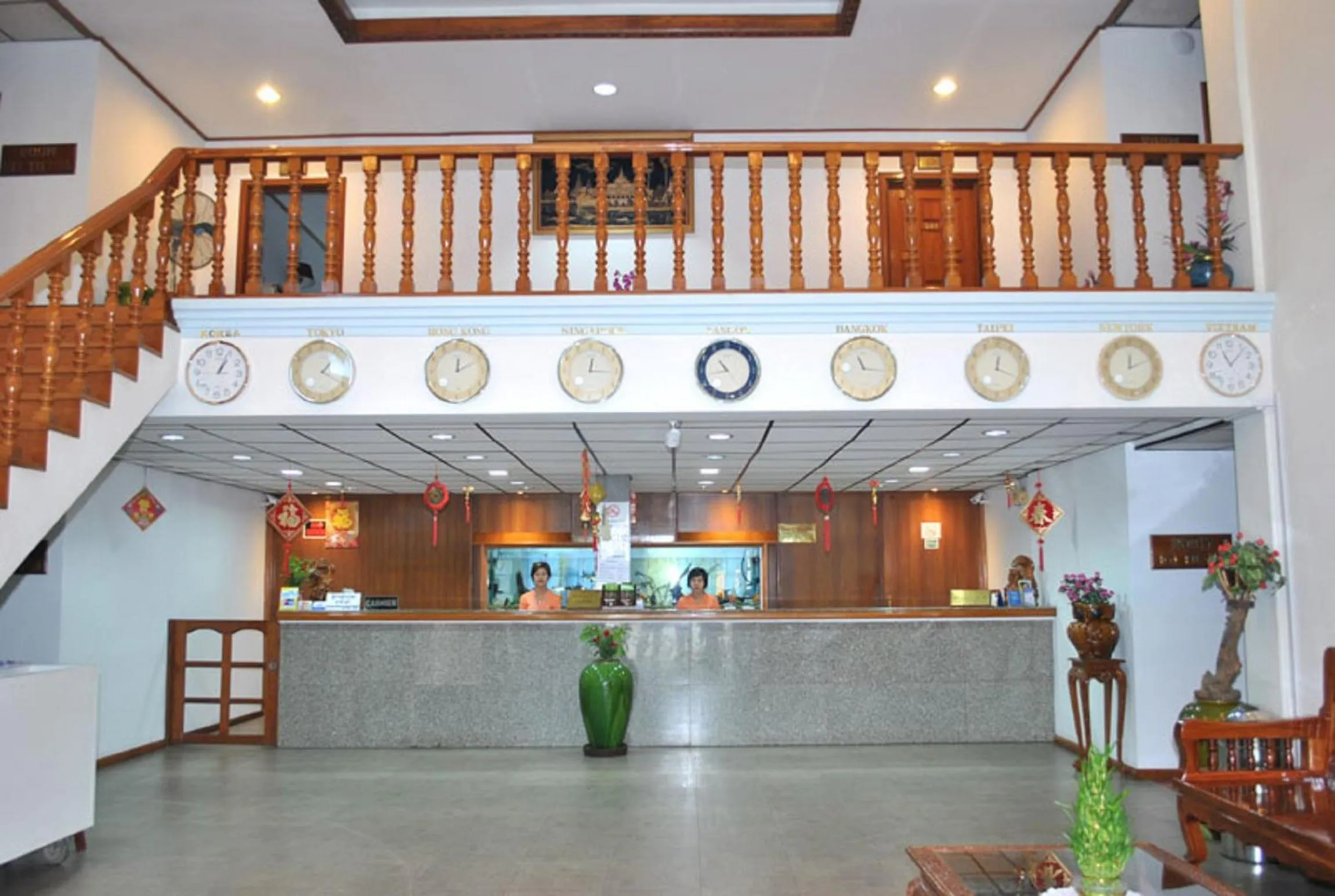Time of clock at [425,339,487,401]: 12:10
